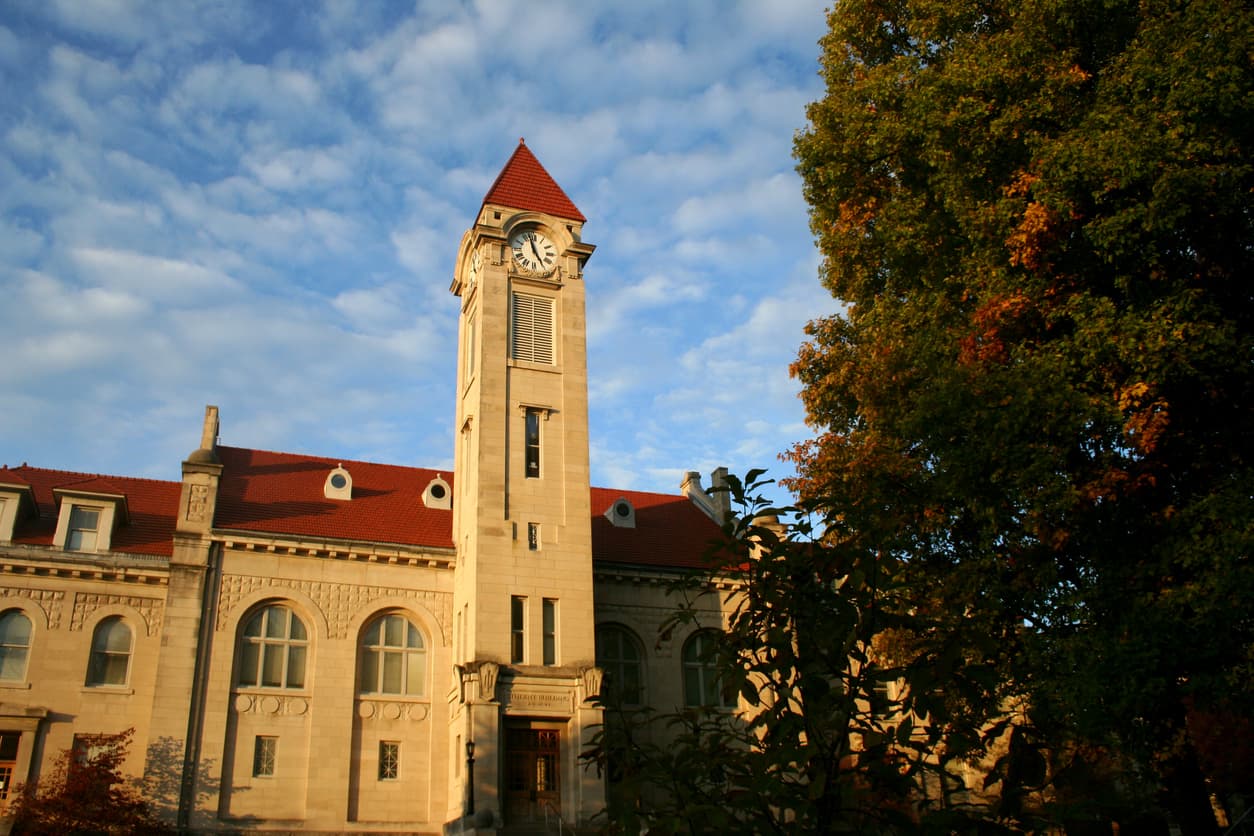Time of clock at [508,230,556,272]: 4:57
